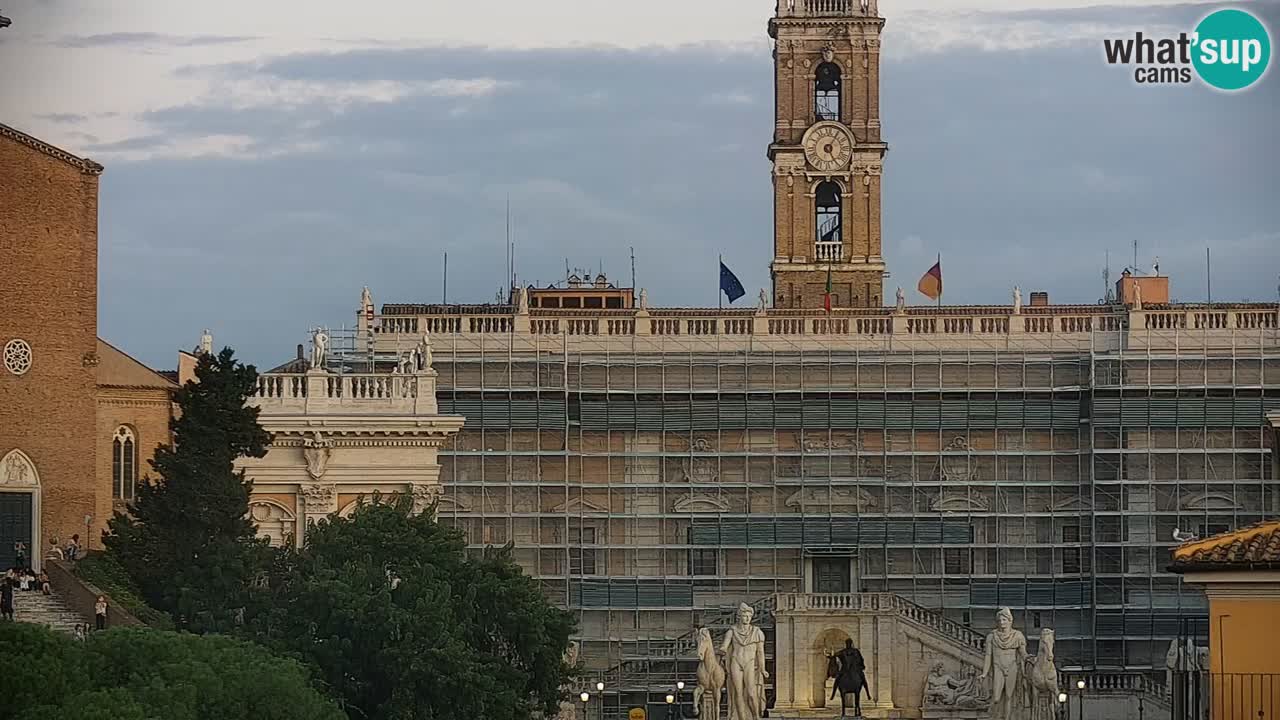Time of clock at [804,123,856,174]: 5:05
